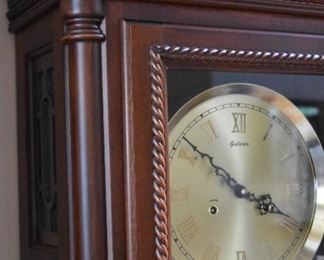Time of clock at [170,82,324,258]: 3:50
